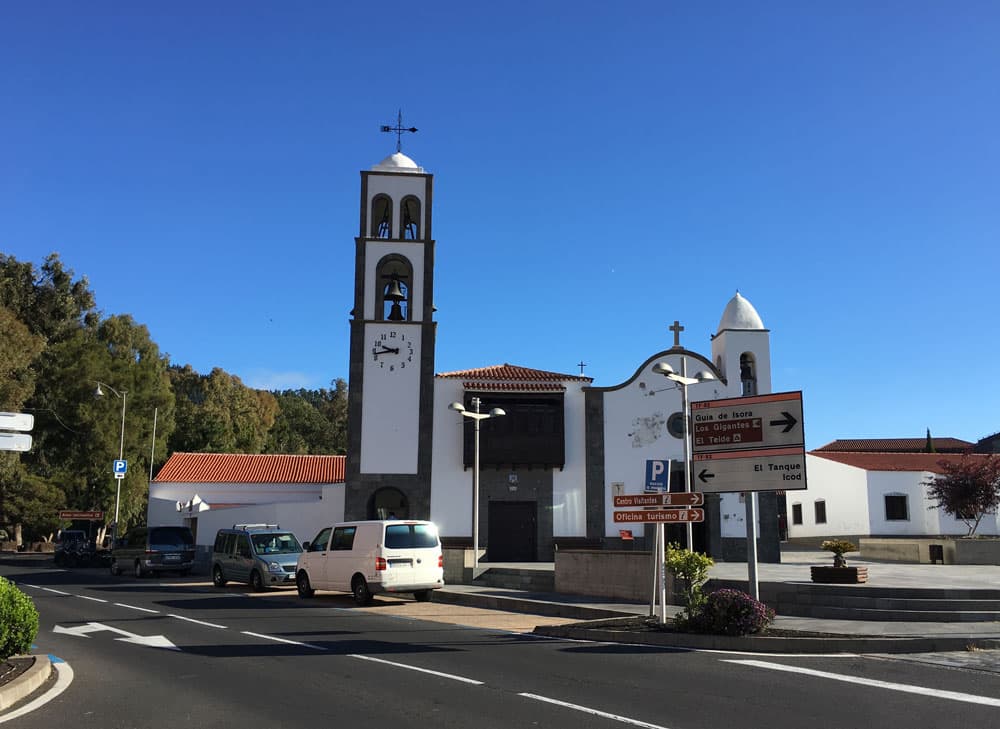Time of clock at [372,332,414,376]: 9:42
